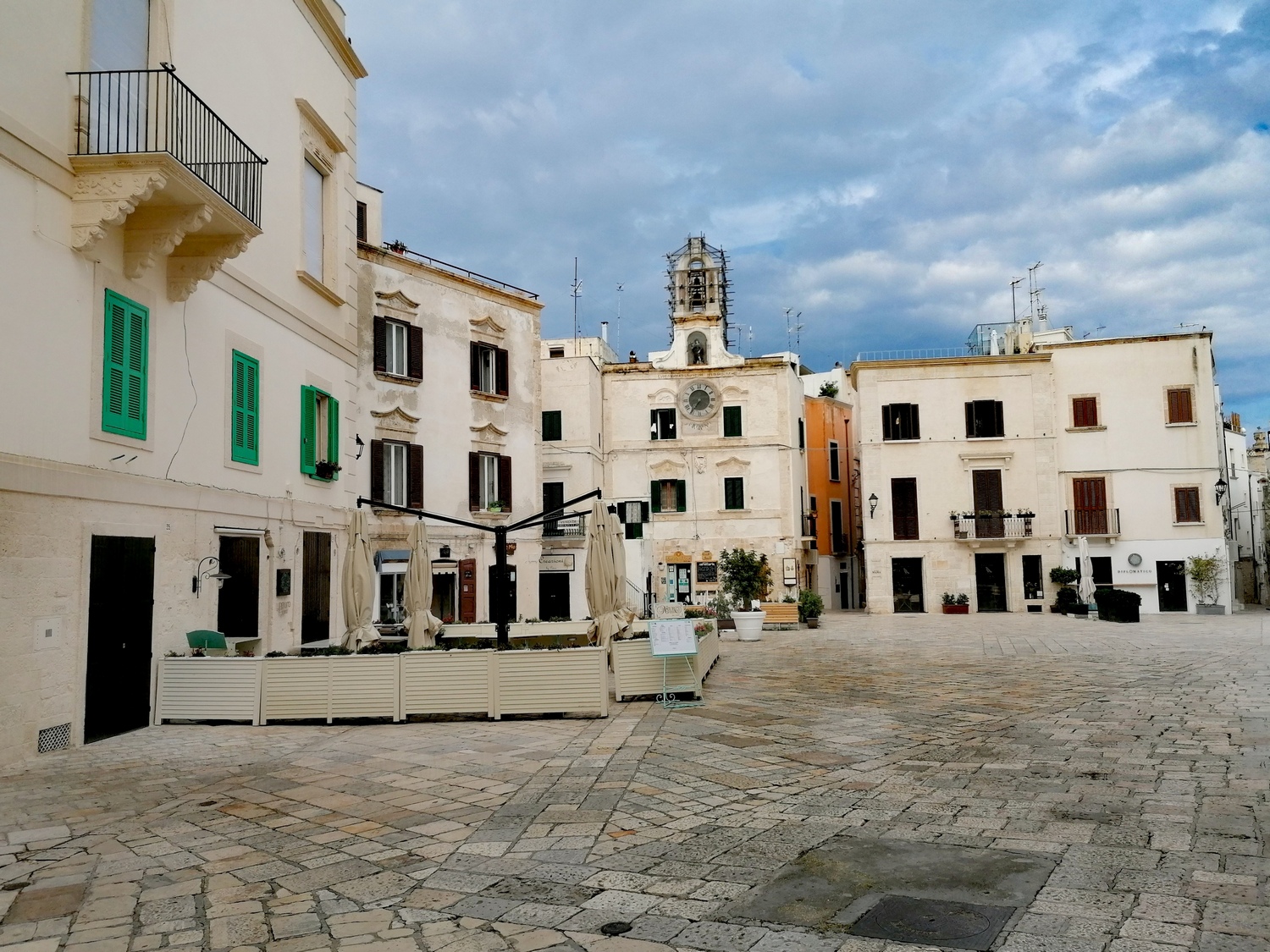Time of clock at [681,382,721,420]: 7:36
